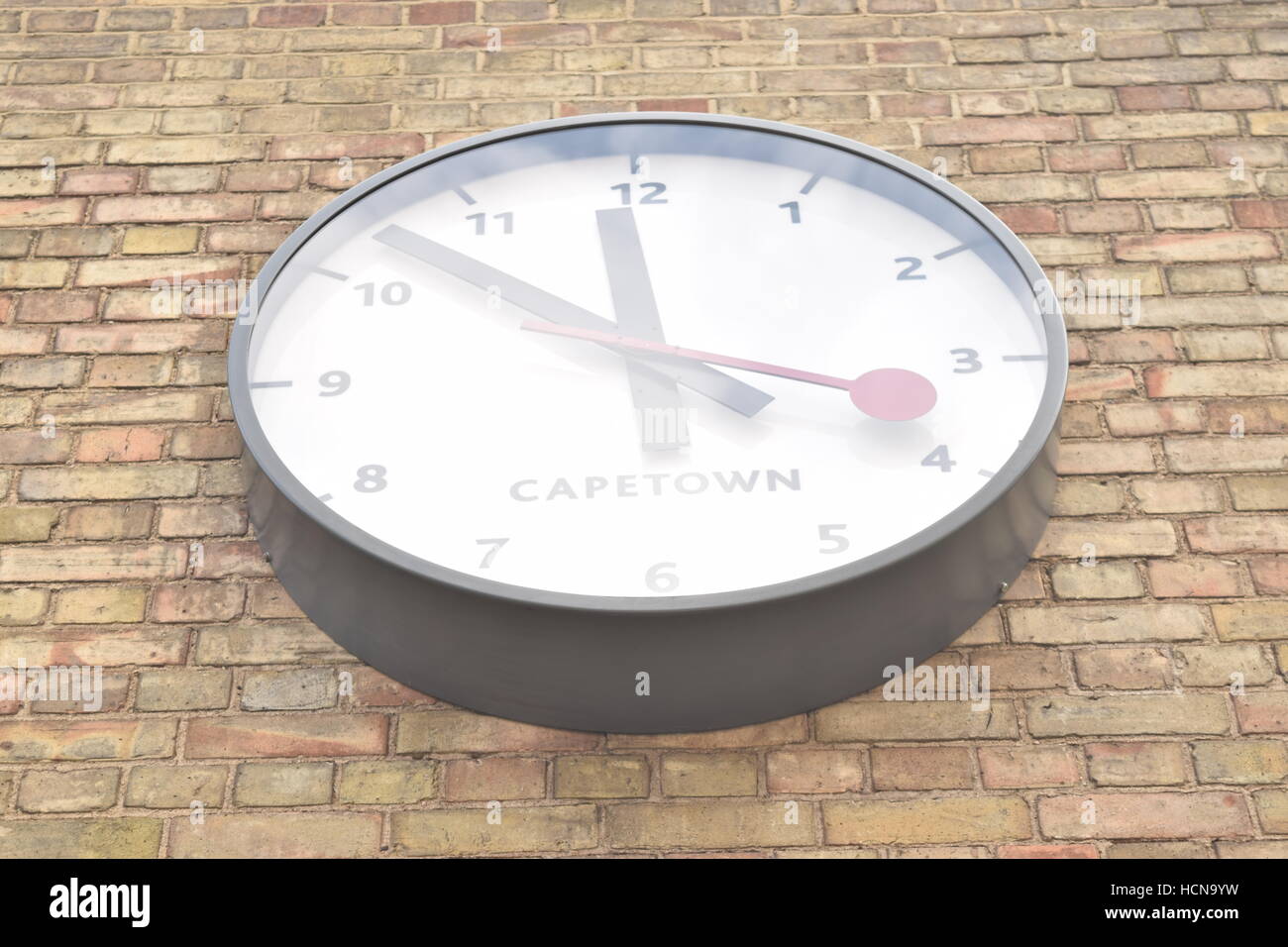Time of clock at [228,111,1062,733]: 3:52
